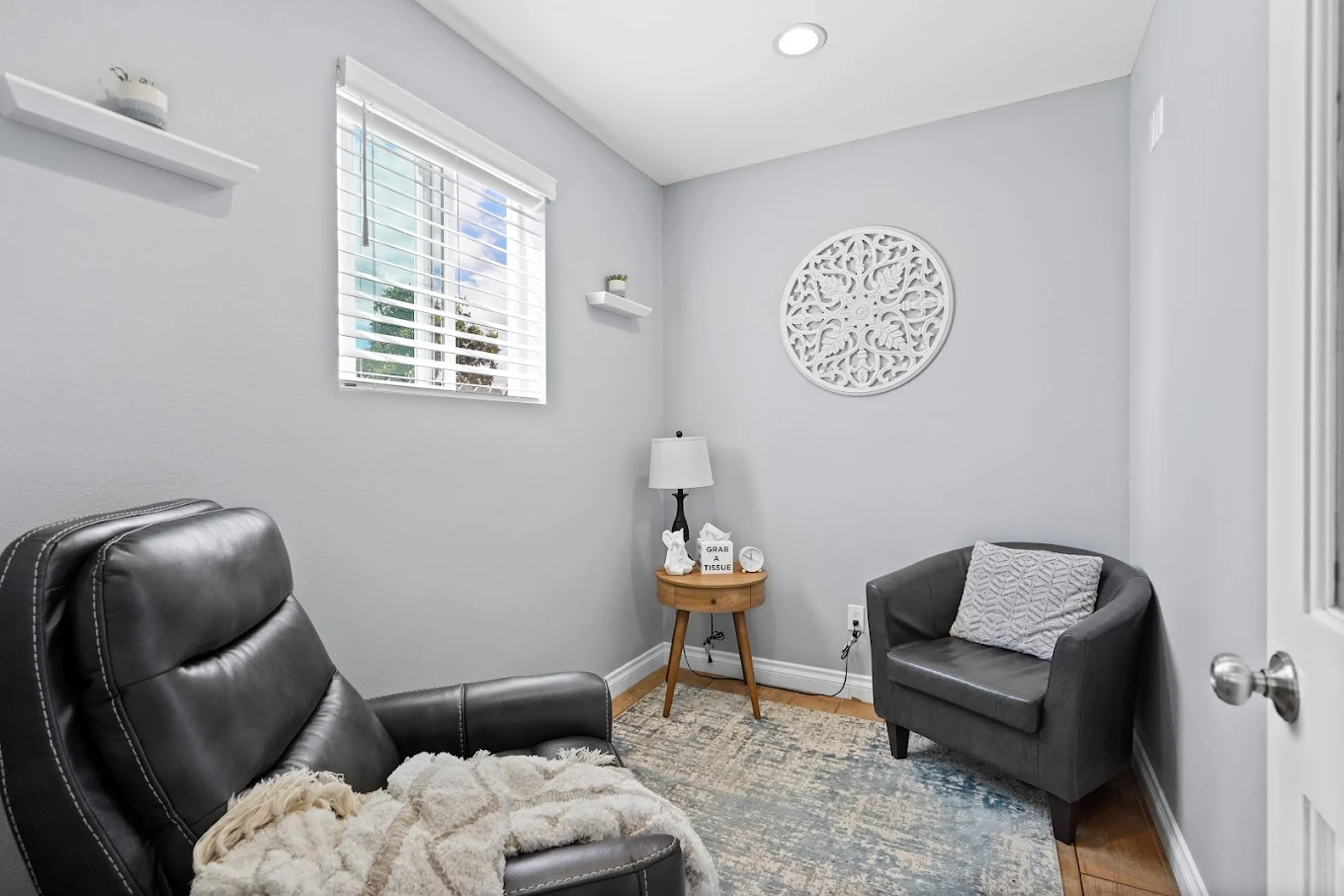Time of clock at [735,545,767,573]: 11:49
